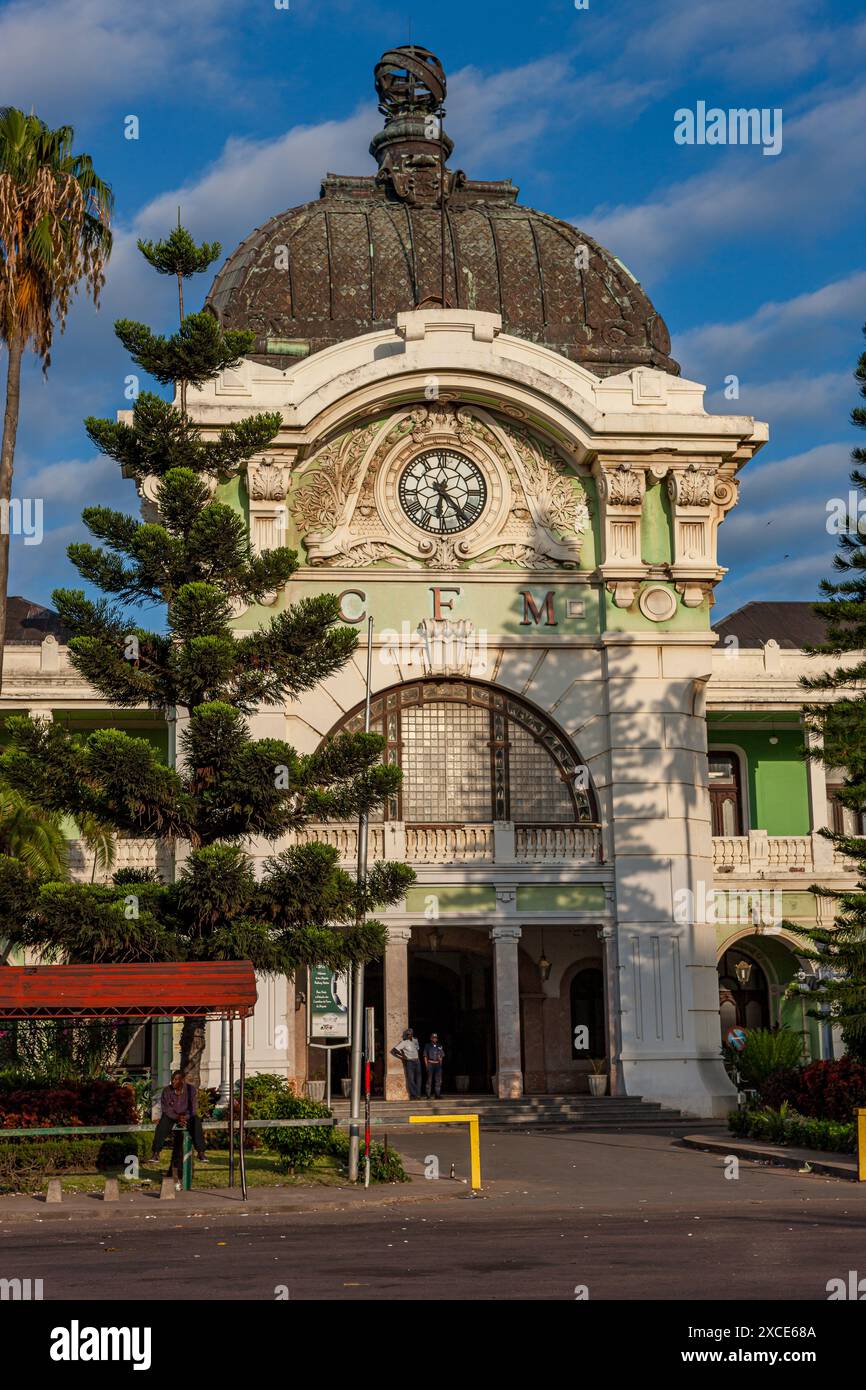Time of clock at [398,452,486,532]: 6:23
